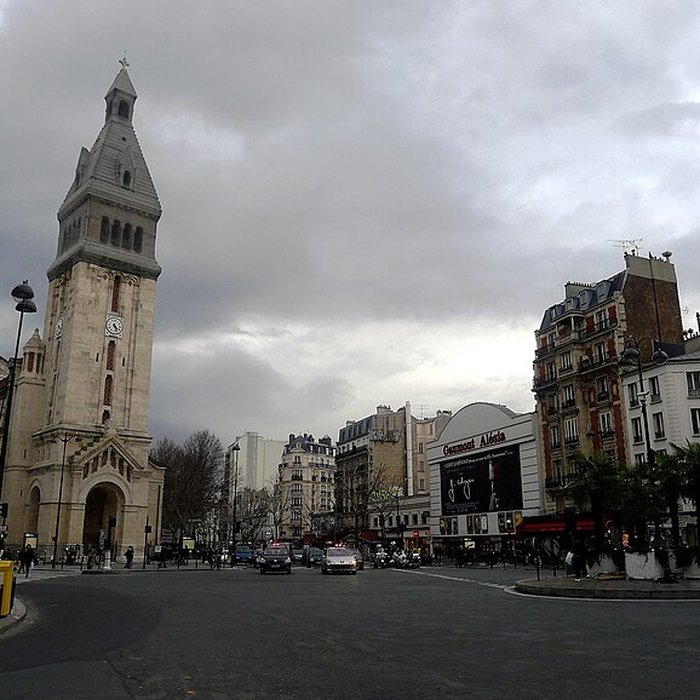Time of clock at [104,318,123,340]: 4:26
